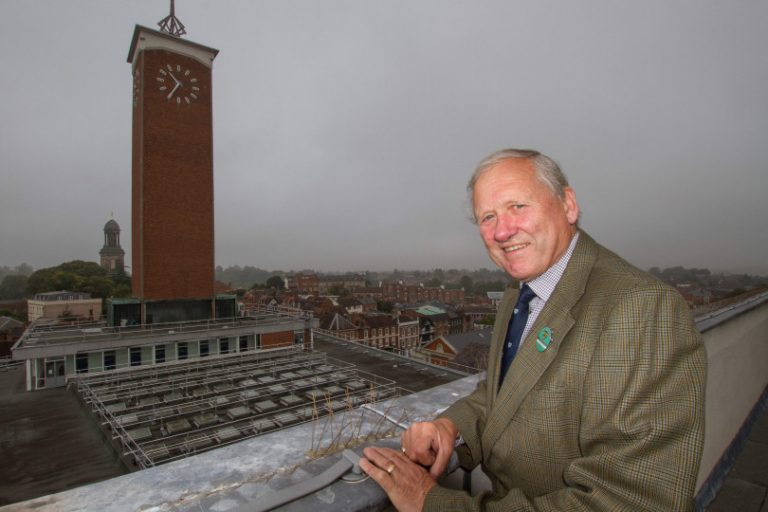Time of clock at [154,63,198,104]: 10:35
